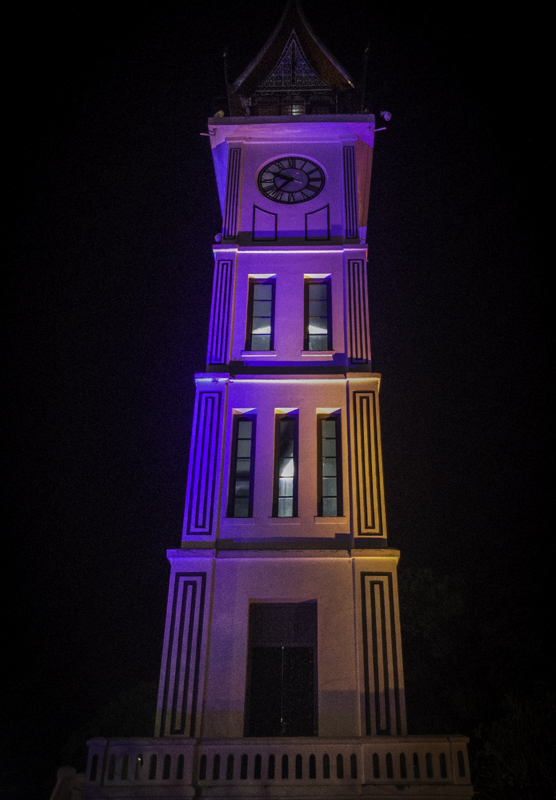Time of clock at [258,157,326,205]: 9:36
